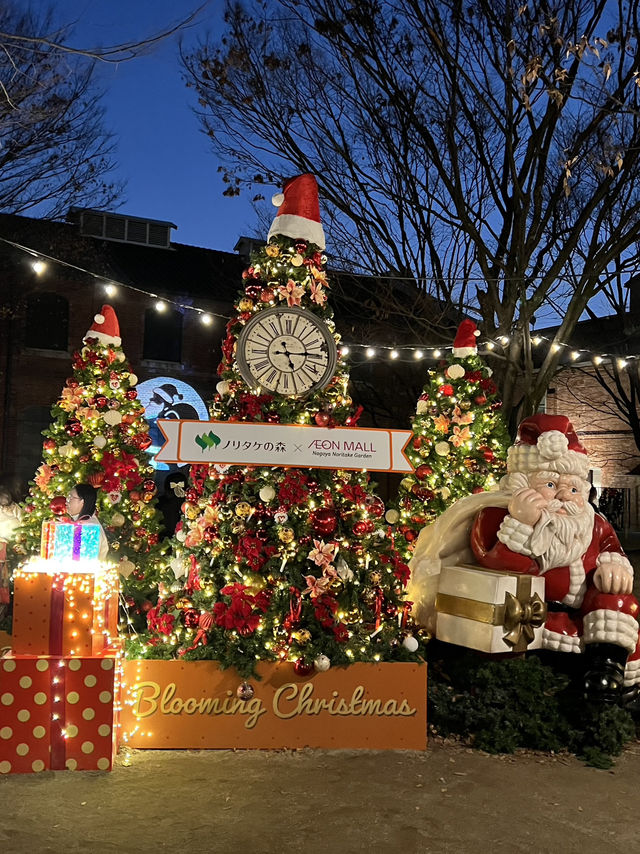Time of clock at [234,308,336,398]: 5:14
